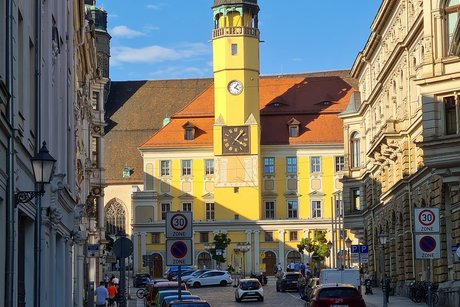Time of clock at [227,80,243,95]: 4:07
